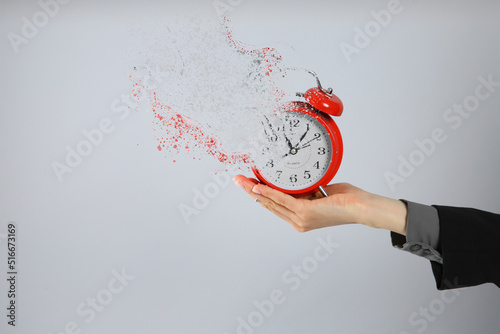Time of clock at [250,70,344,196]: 11:06
